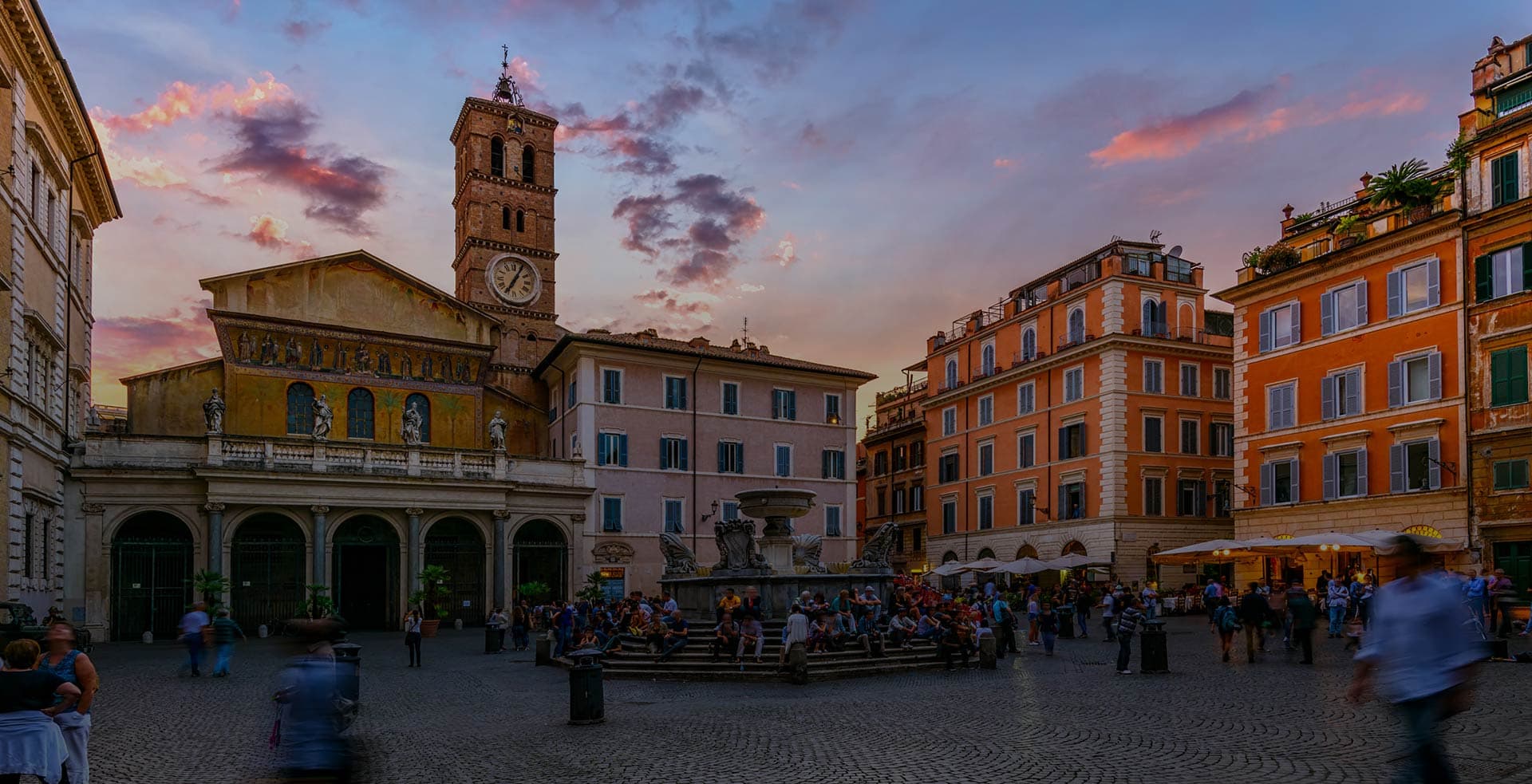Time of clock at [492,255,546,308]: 7:05
